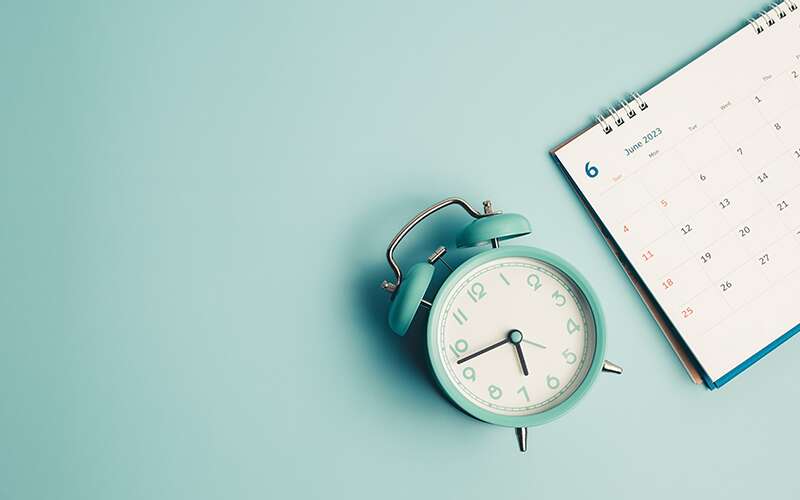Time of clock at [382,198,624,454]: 5:42
